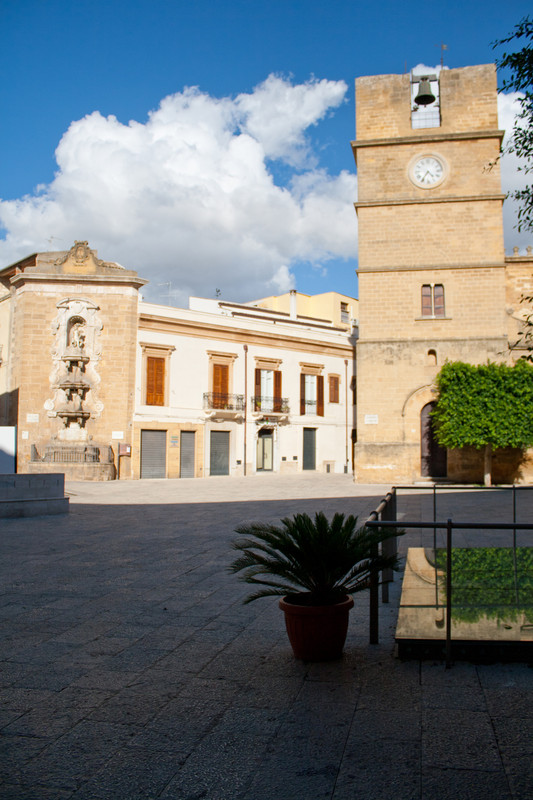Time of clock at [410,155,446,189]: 4:35
